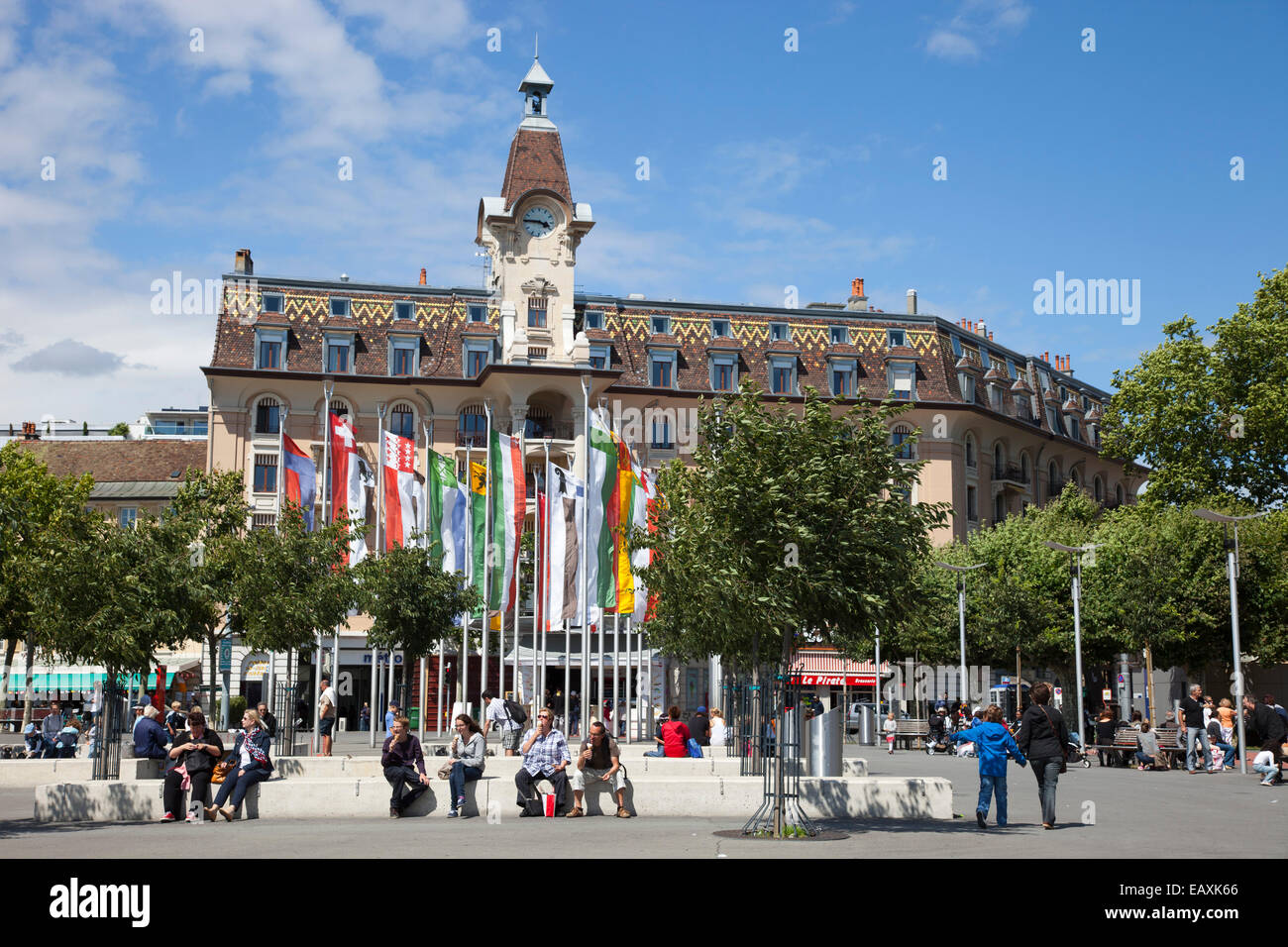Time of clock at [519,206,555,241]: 3:45
